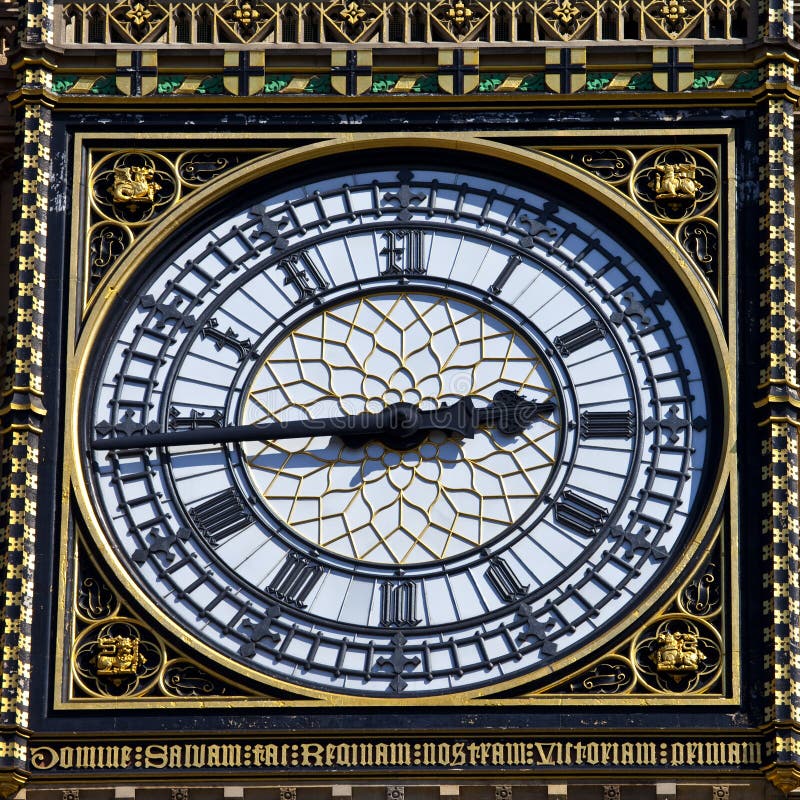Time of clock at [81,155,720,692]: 2:43
